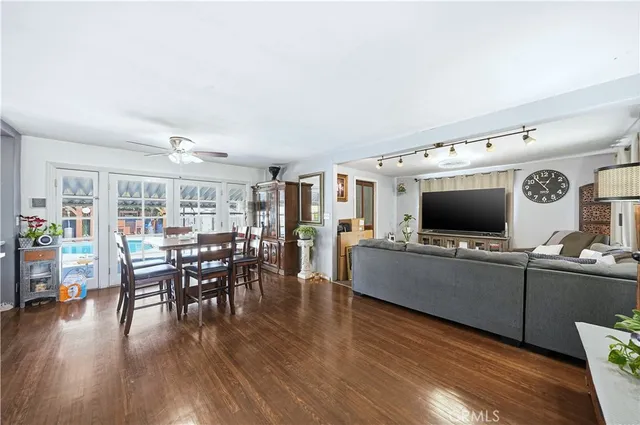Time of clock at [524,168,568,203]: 12:53
